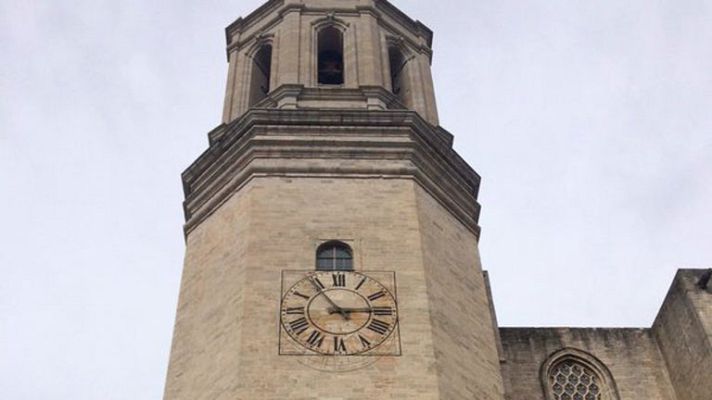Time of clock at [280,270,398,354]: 2:53
